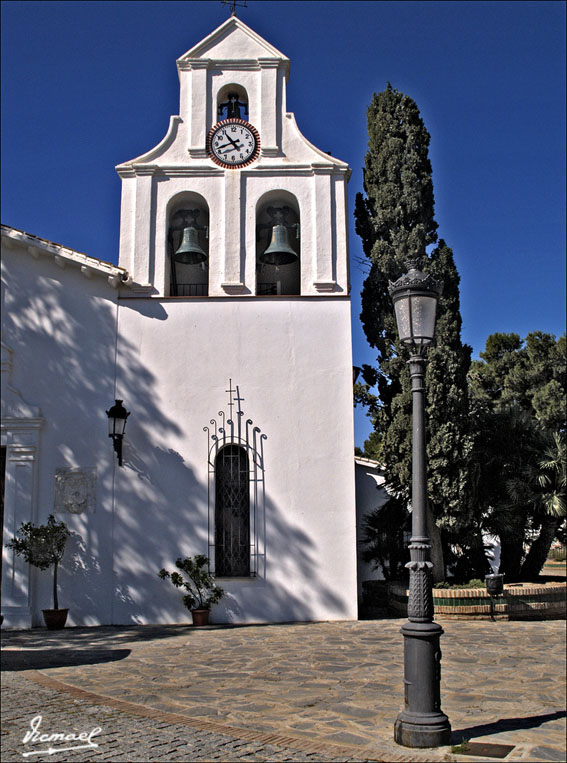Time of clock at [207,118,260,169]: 10:42
